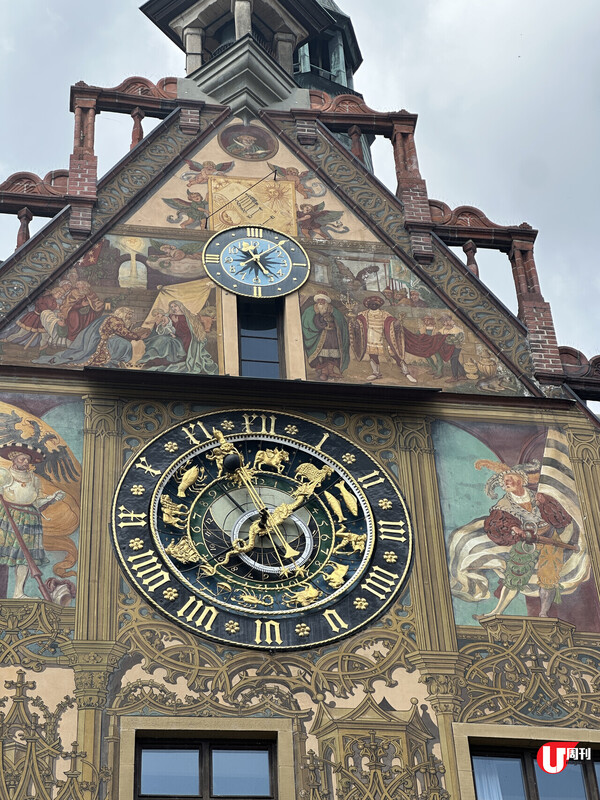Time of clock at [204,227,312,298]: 5:15
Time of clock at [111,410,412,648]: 7:07
